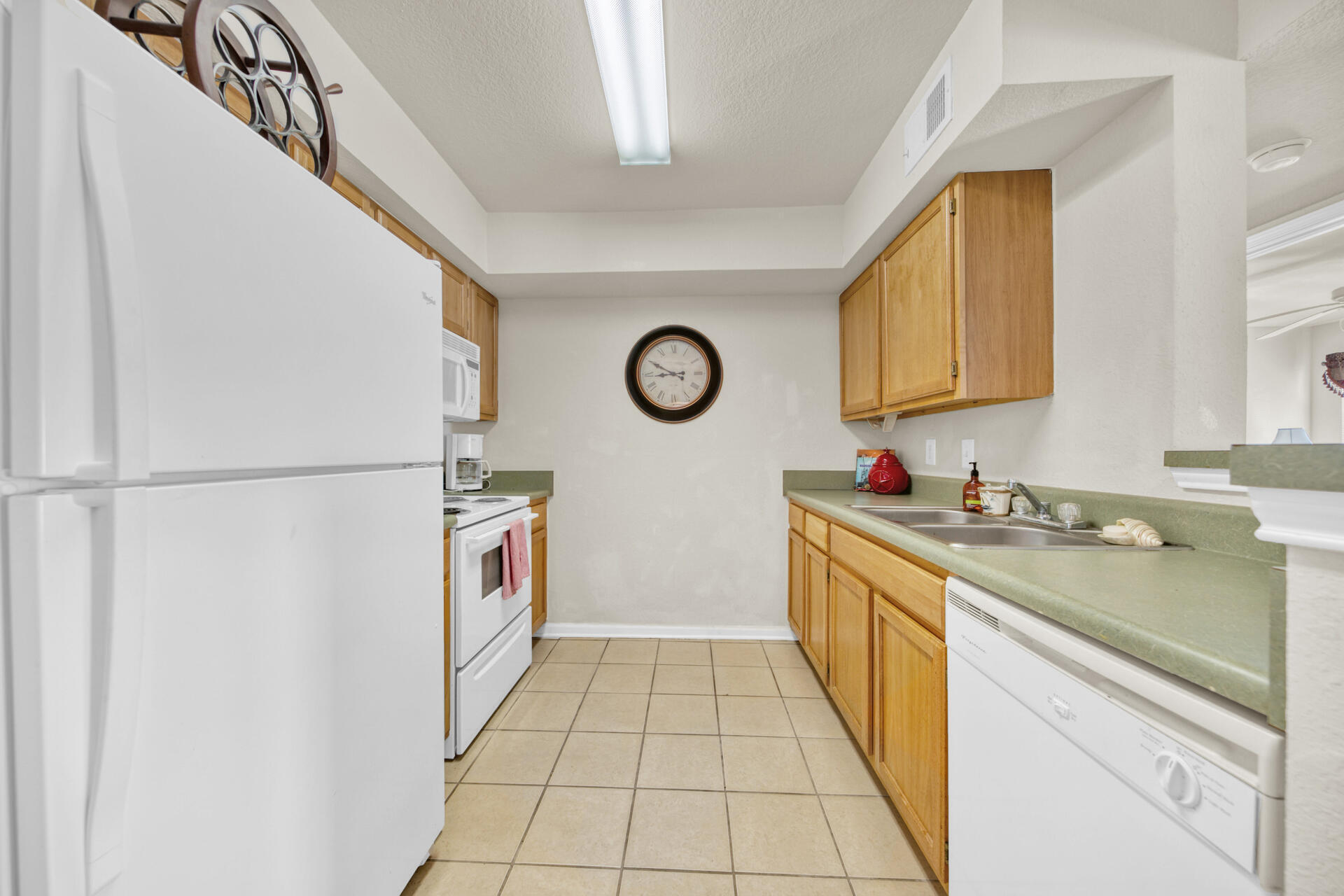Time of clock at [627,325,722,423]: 8:49
